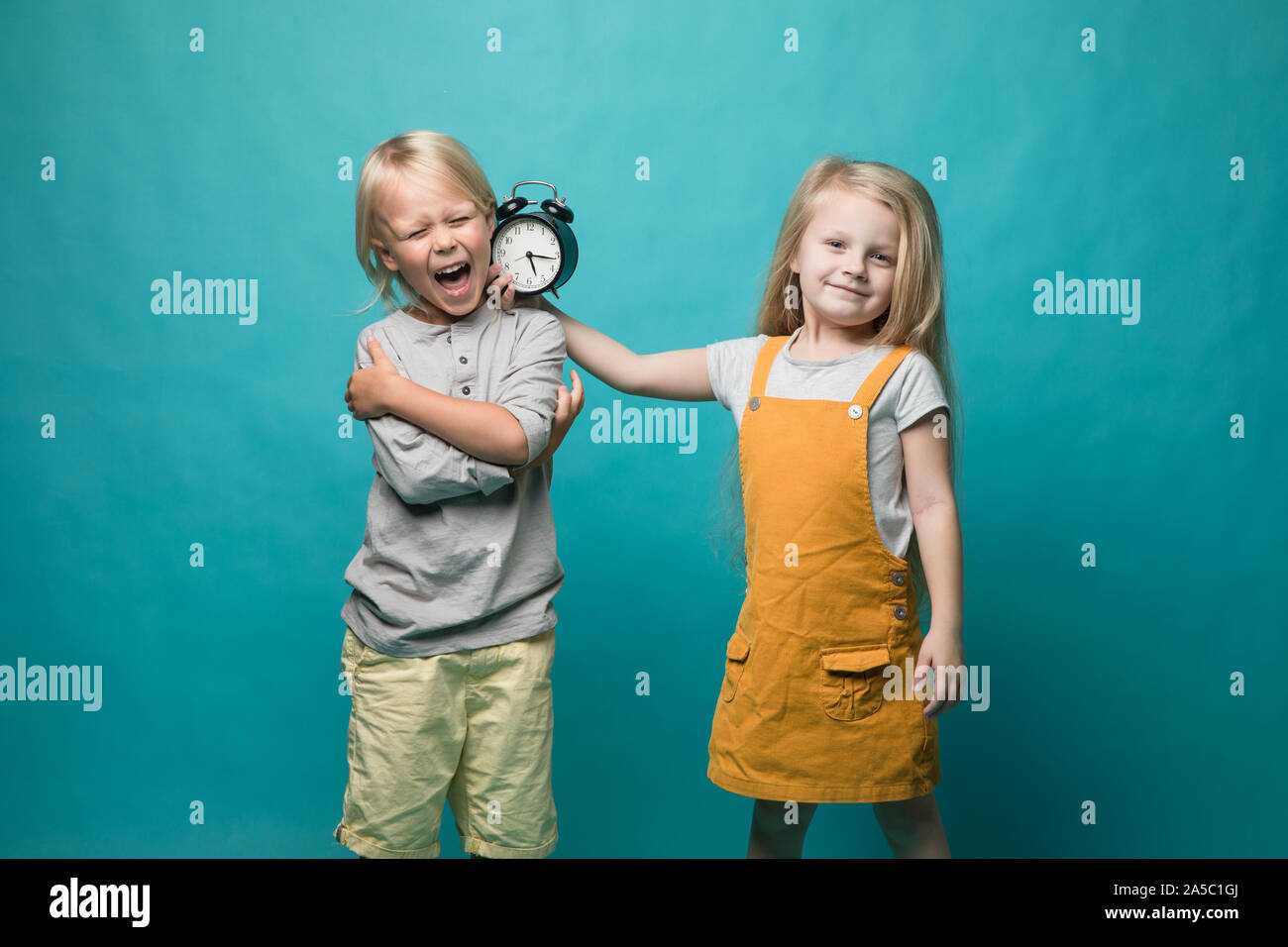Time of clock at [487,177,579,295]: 5:16
